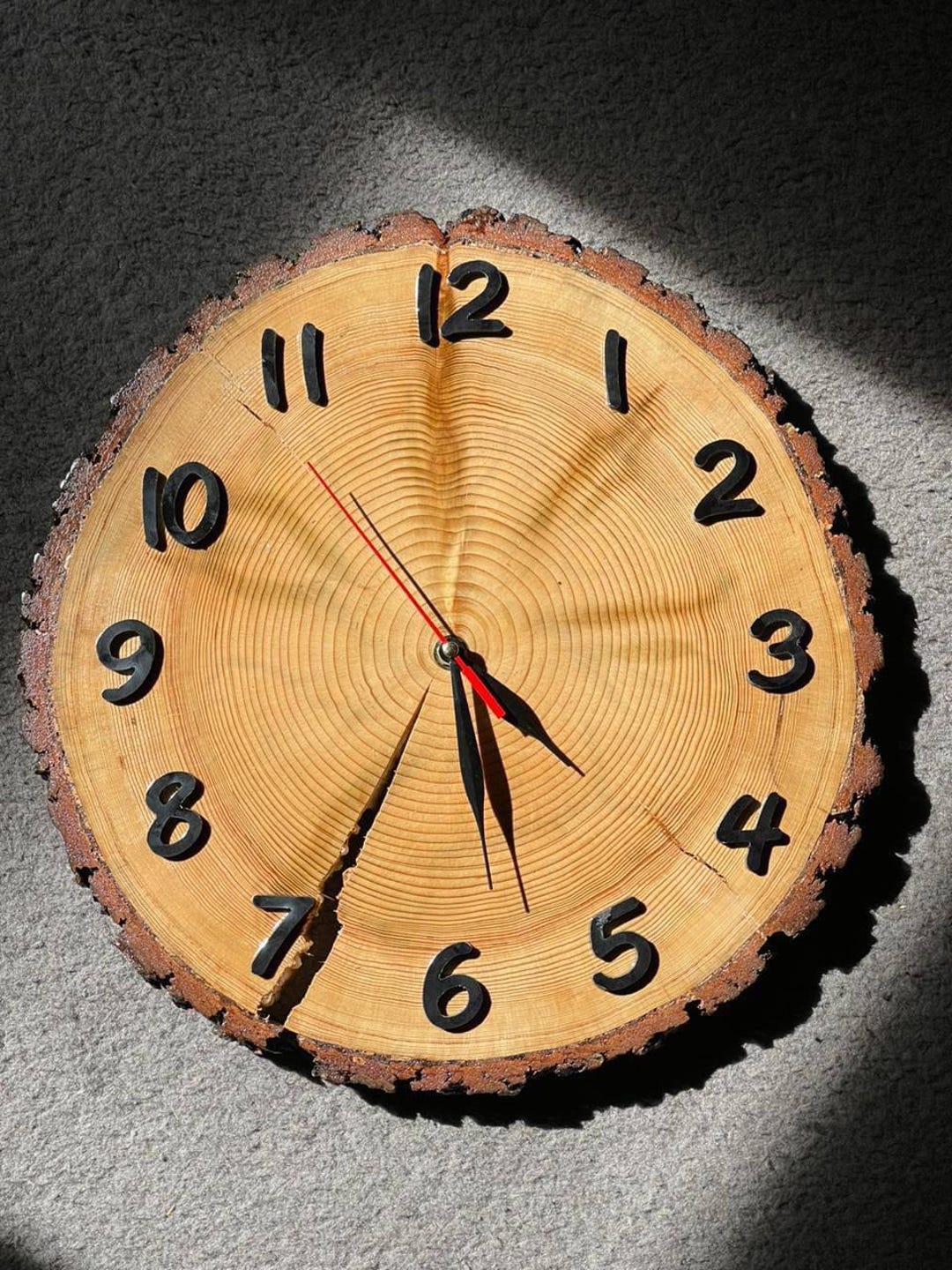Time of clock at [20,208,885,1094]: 5:34
